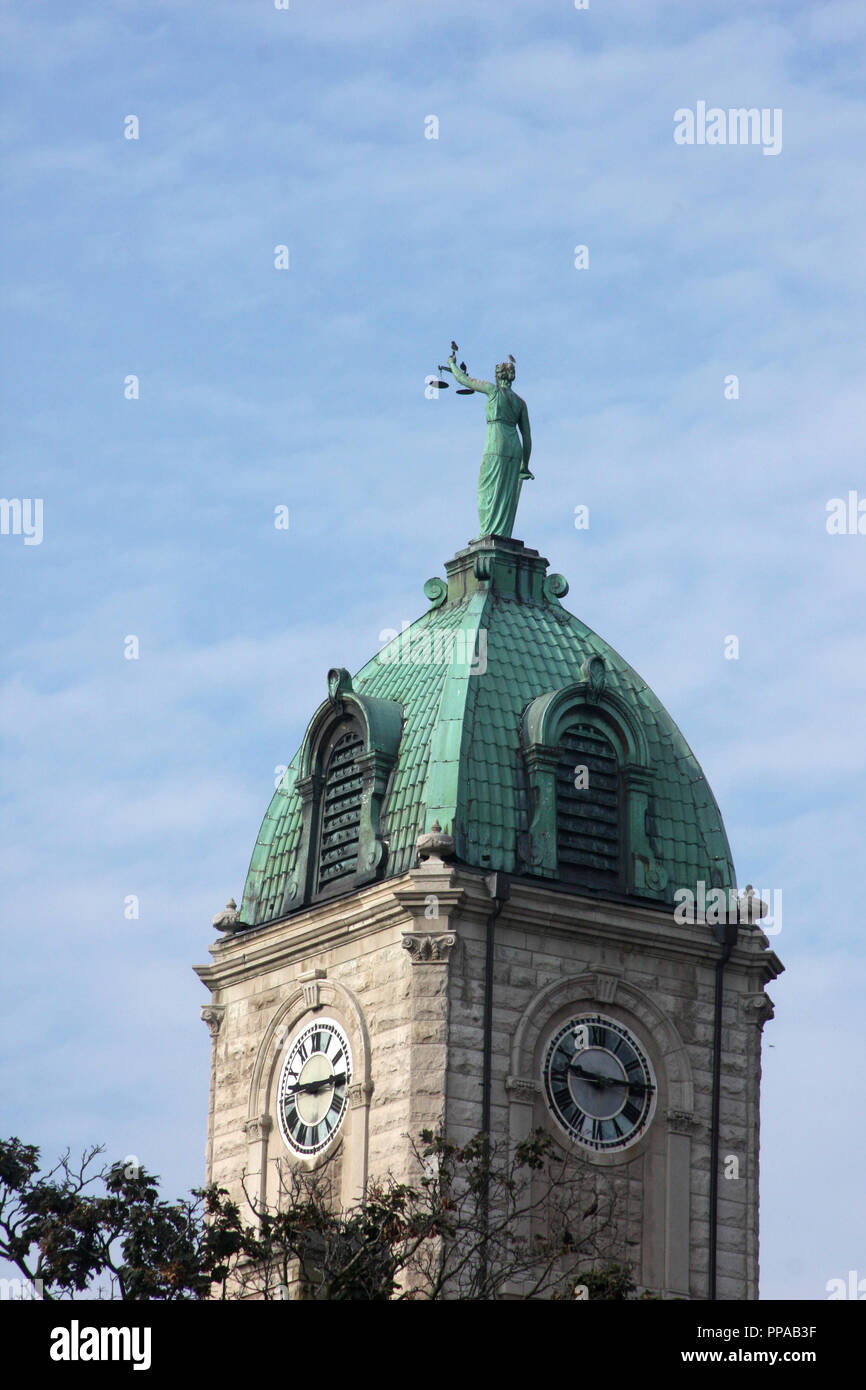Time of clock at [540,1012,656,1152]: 9:14
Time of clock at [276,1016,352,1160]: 9:14
